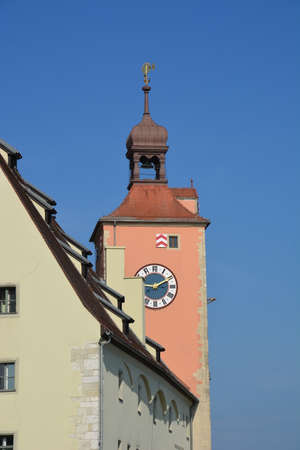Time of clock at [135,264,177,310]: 9:11
